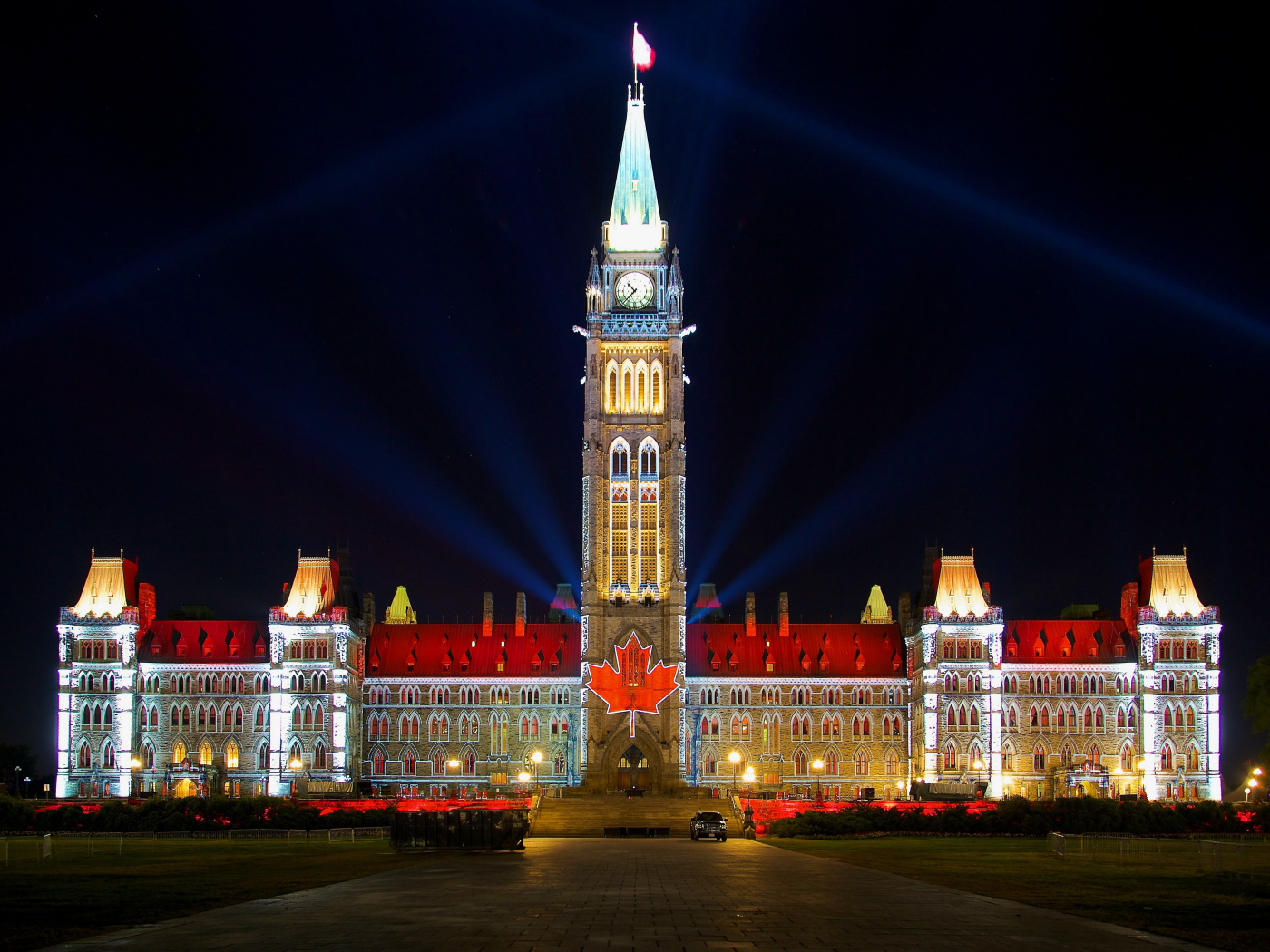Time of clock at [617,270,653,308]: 10:37
